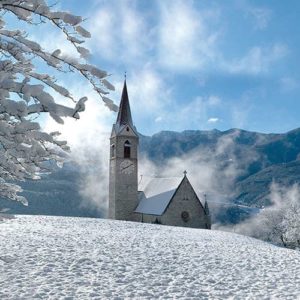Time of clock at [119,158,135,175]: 8:09
